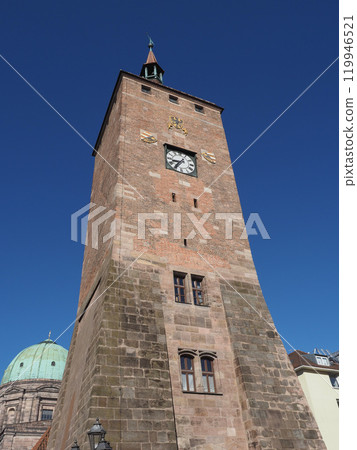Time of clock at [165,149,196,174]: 8:36
